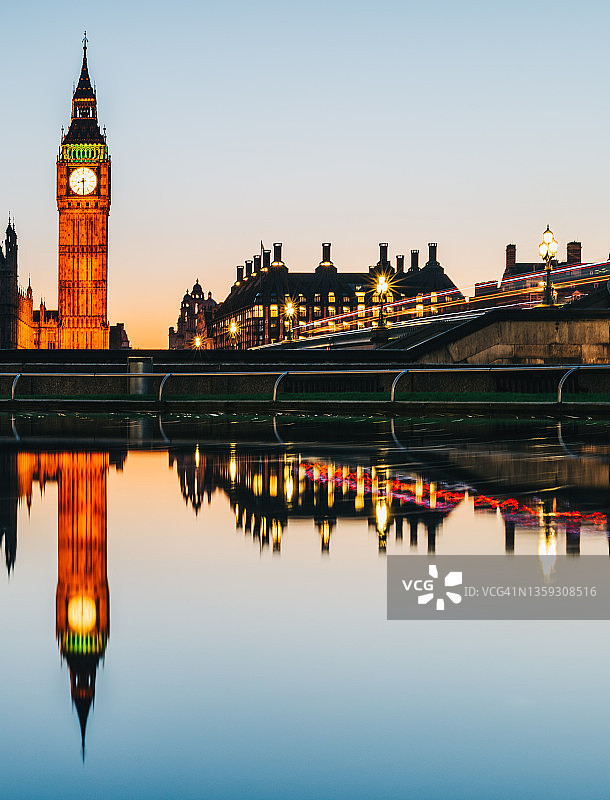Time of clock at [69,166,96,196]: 8:30
